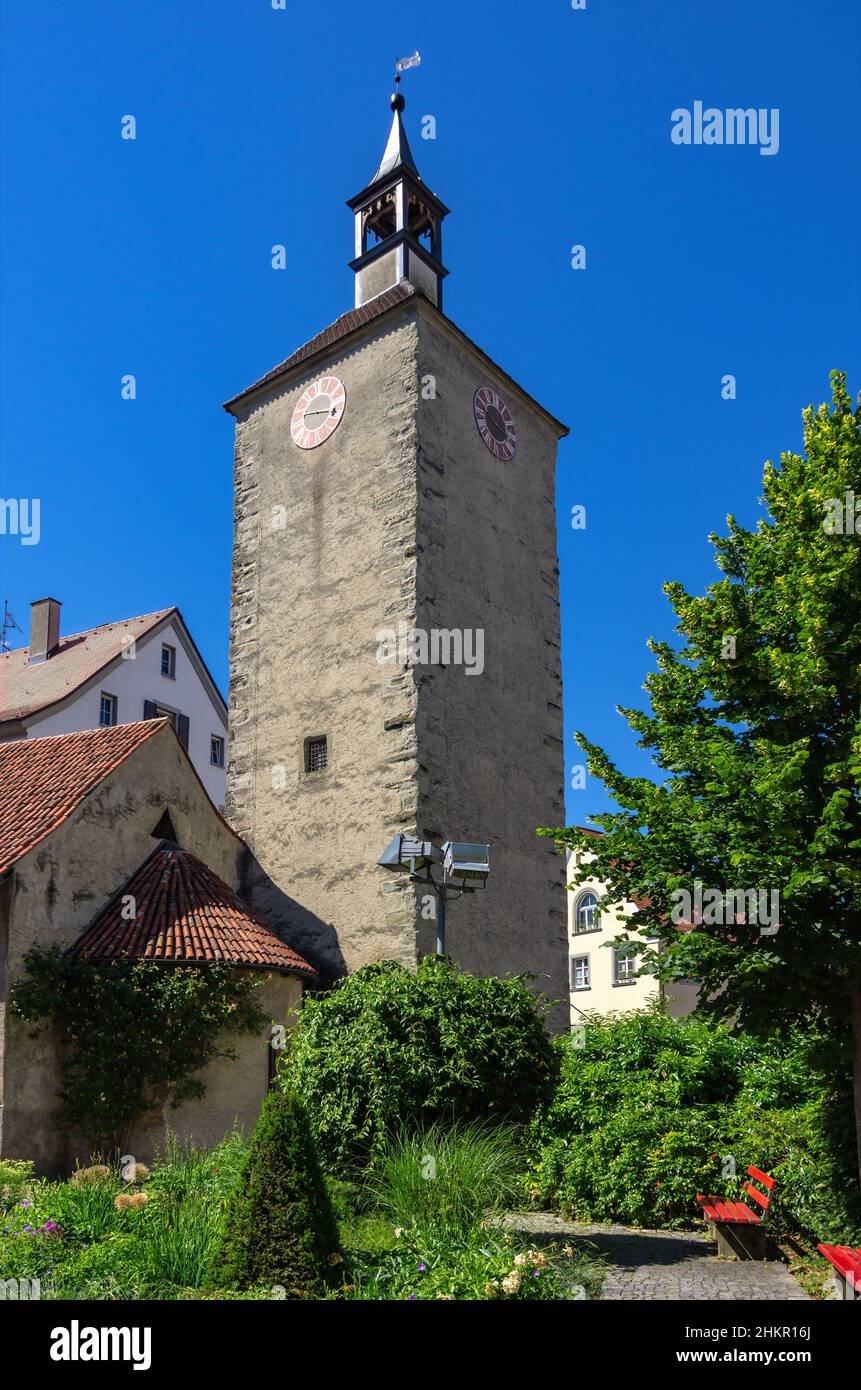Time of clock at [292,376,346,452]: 9:15
